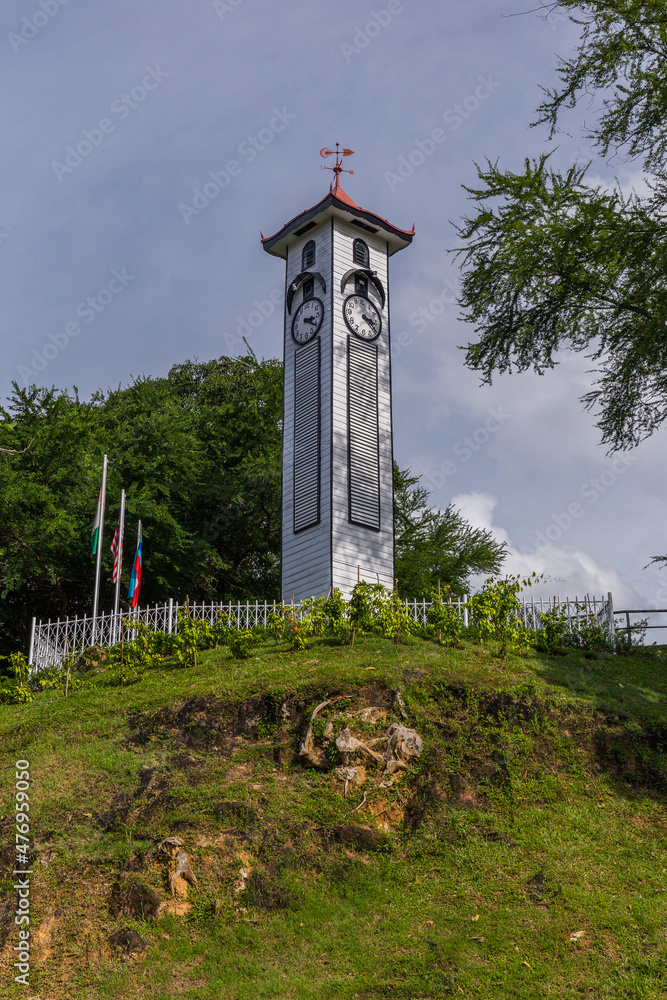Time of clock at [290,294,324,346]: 3:20
